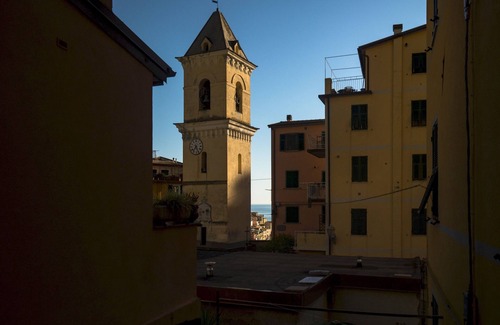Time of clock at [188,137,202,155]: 7:25
